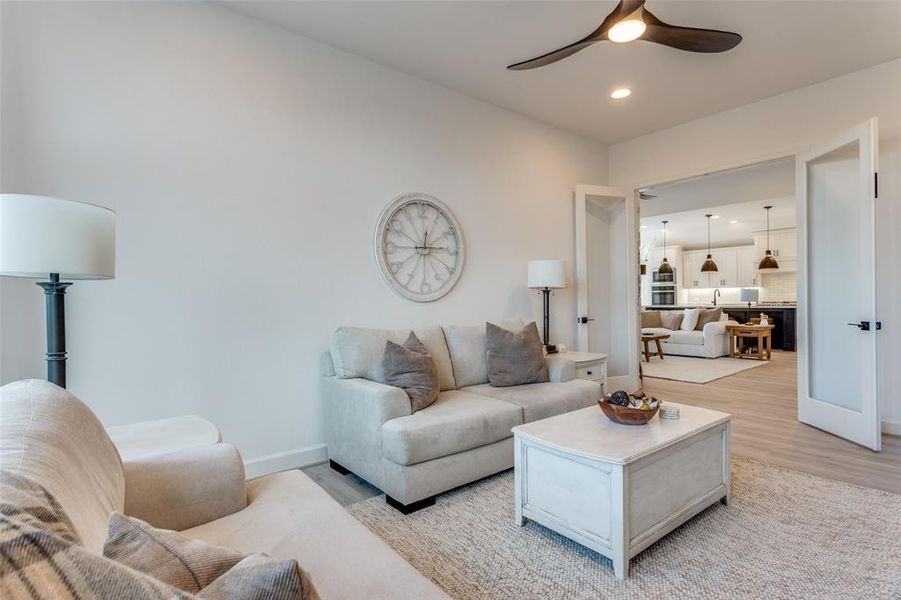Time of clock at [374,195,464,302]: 12:14
